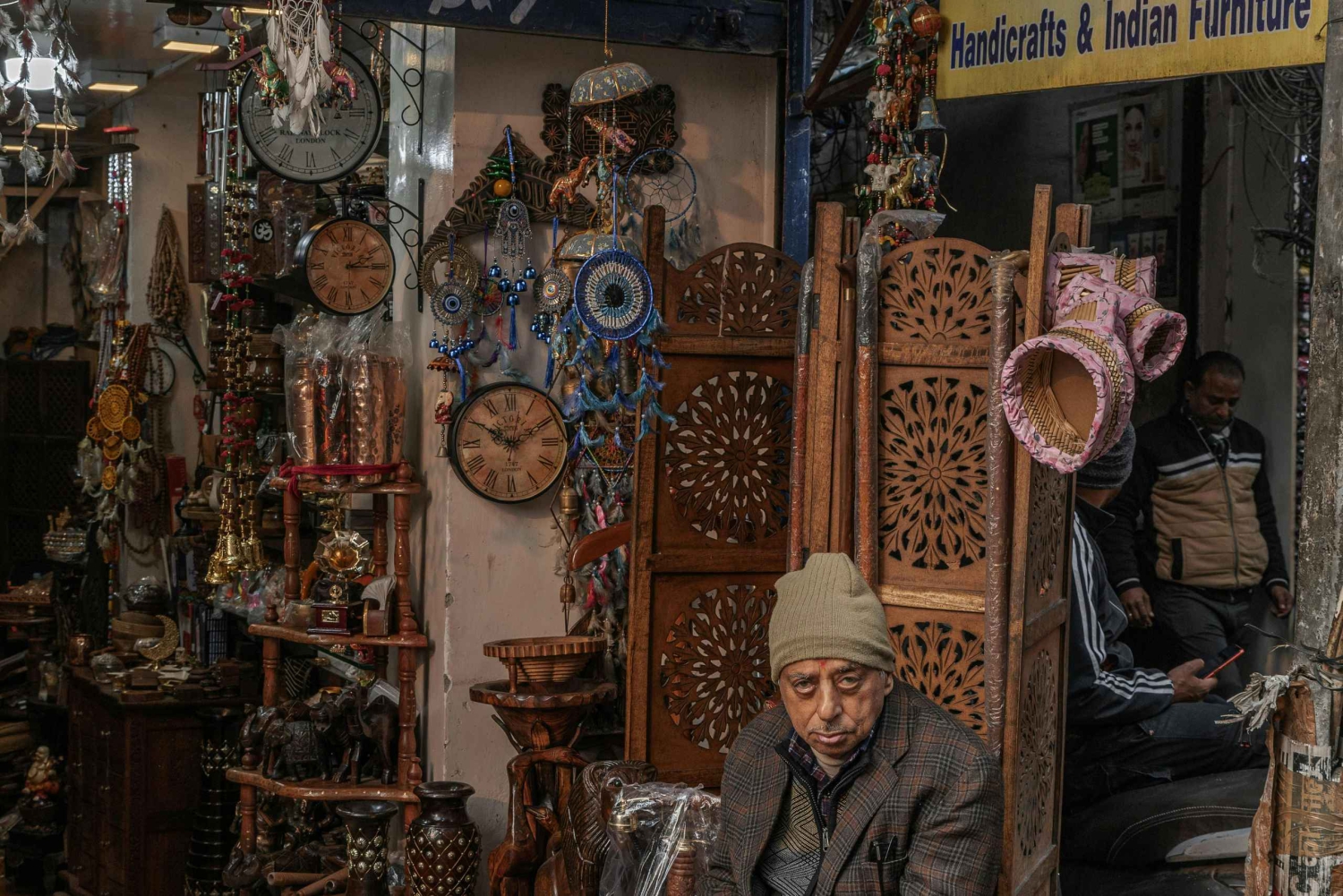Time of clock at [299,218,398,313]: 2:15
